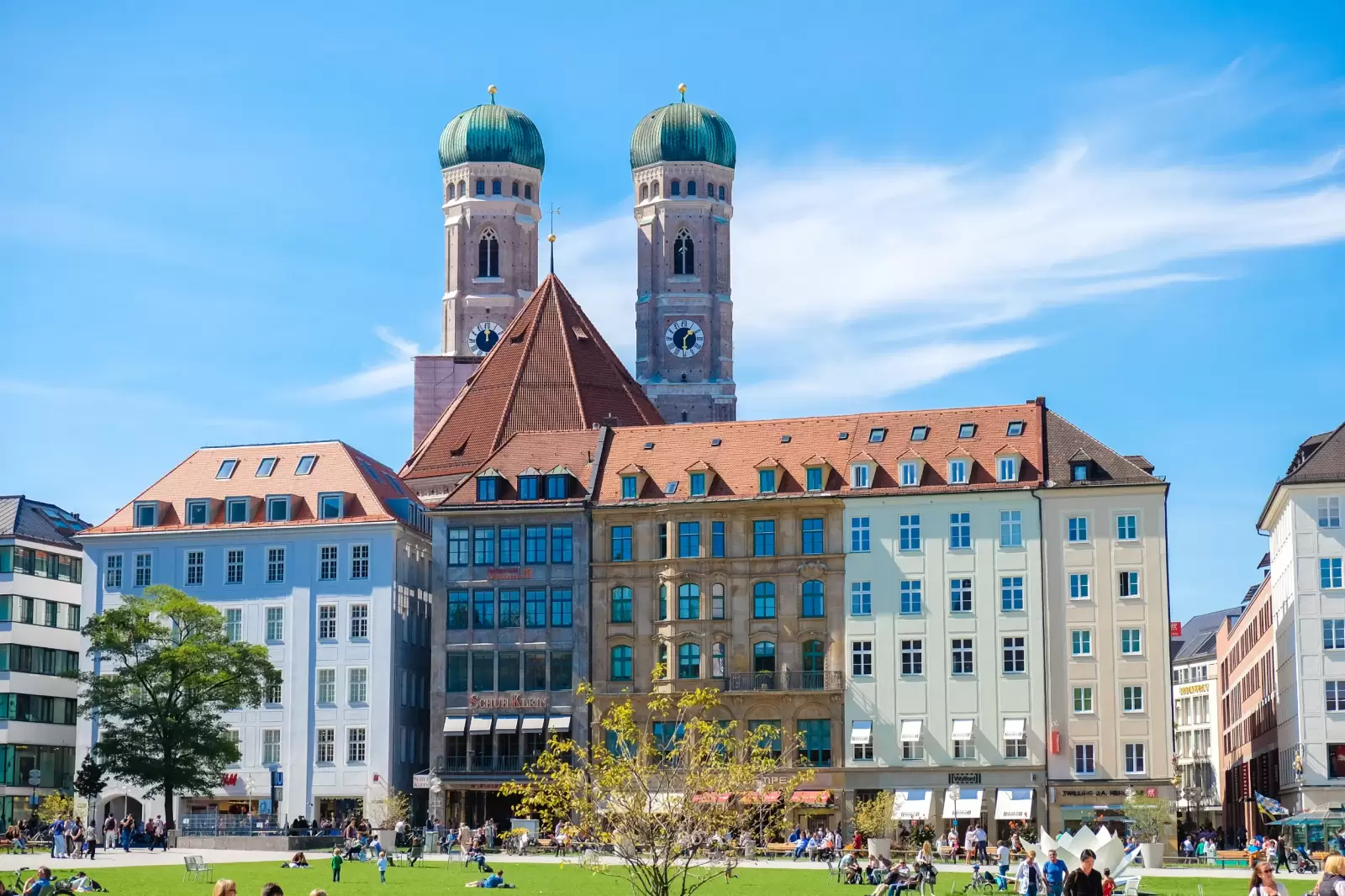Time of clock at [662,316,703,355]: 1:30
